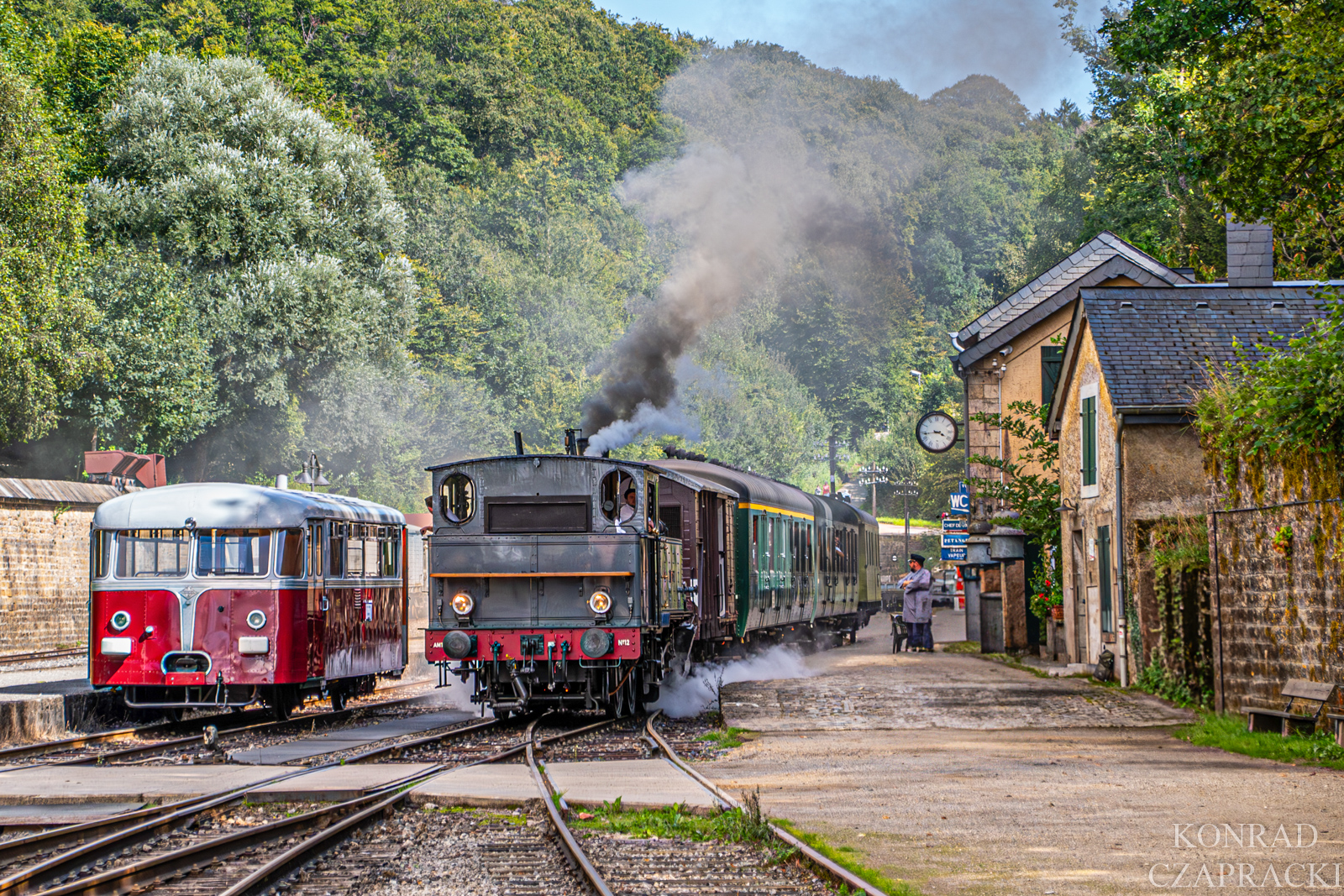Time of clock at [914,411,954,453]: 3:43
